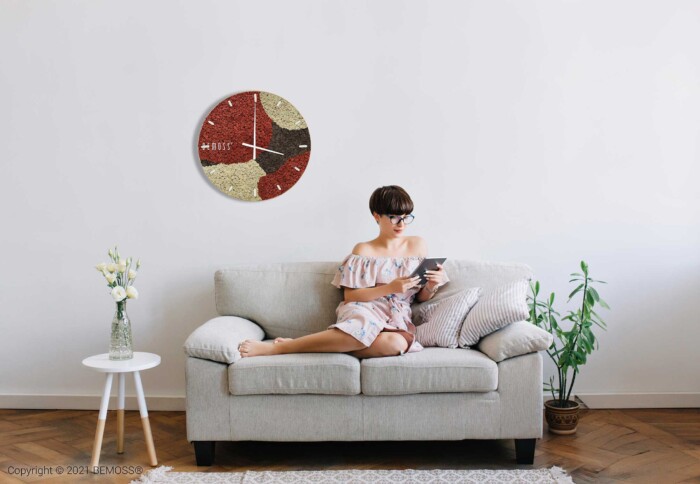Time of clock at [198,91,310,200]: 4:00
